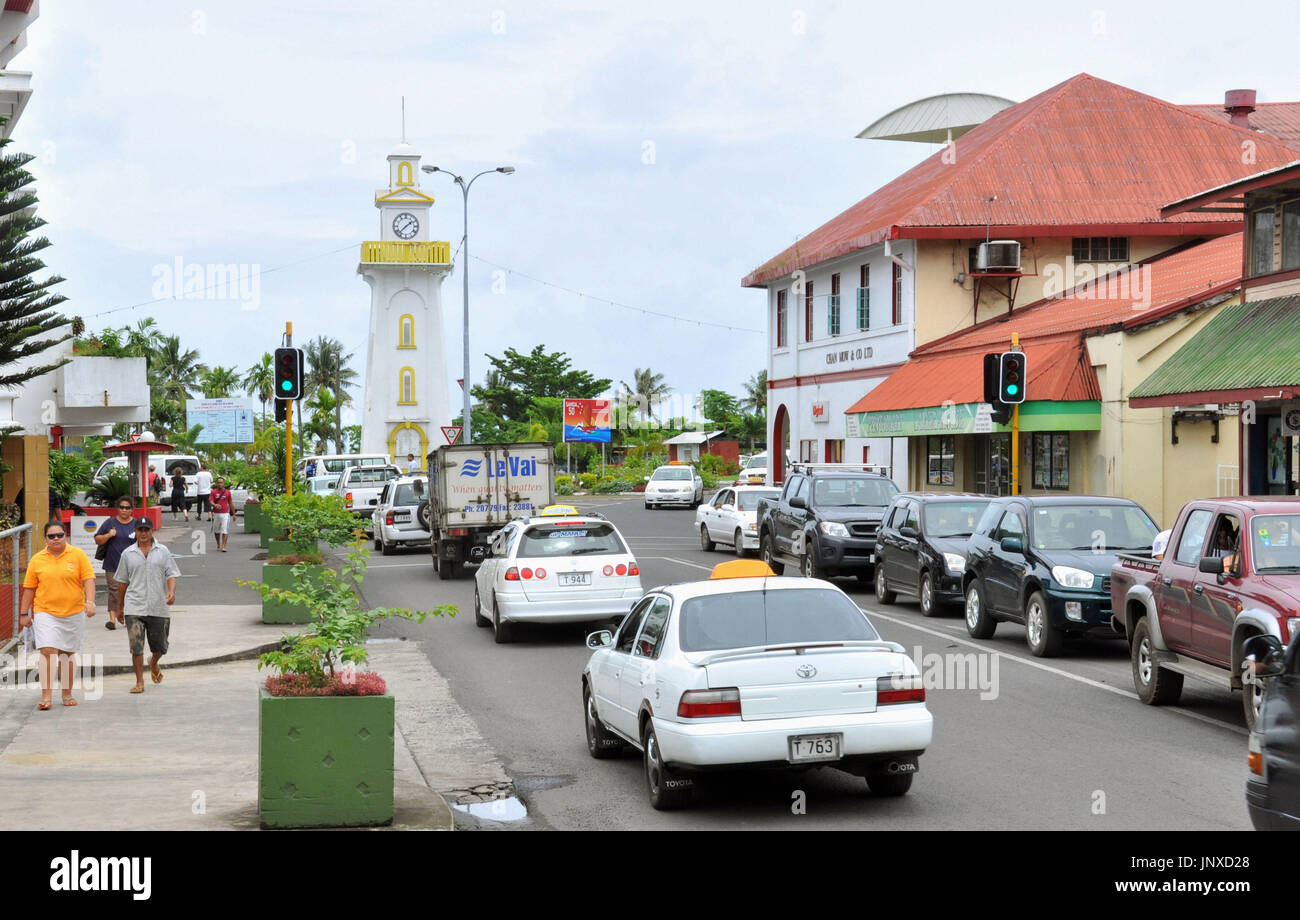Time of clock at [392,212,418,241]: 1:37
